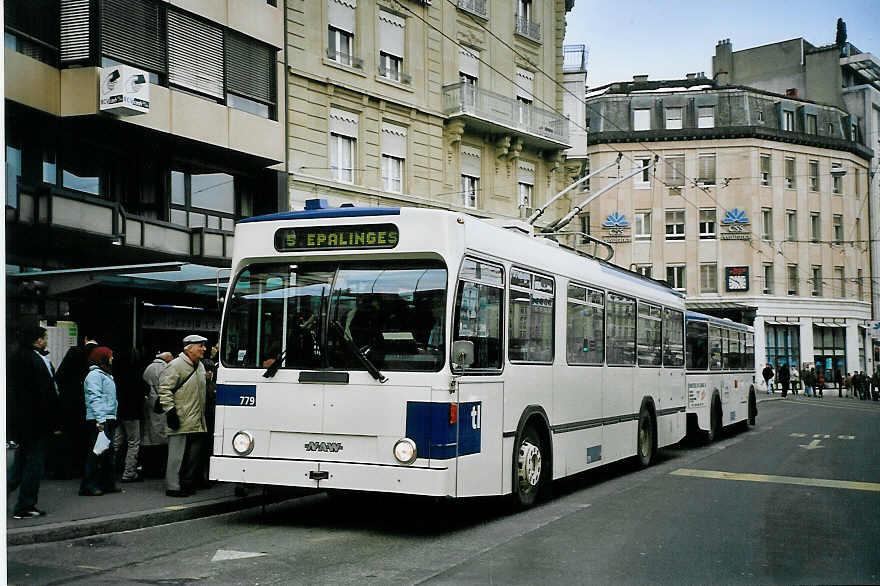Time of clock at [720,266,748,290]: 4:49
